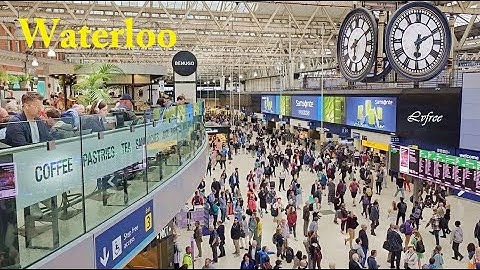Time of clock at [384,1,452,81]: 6:10
